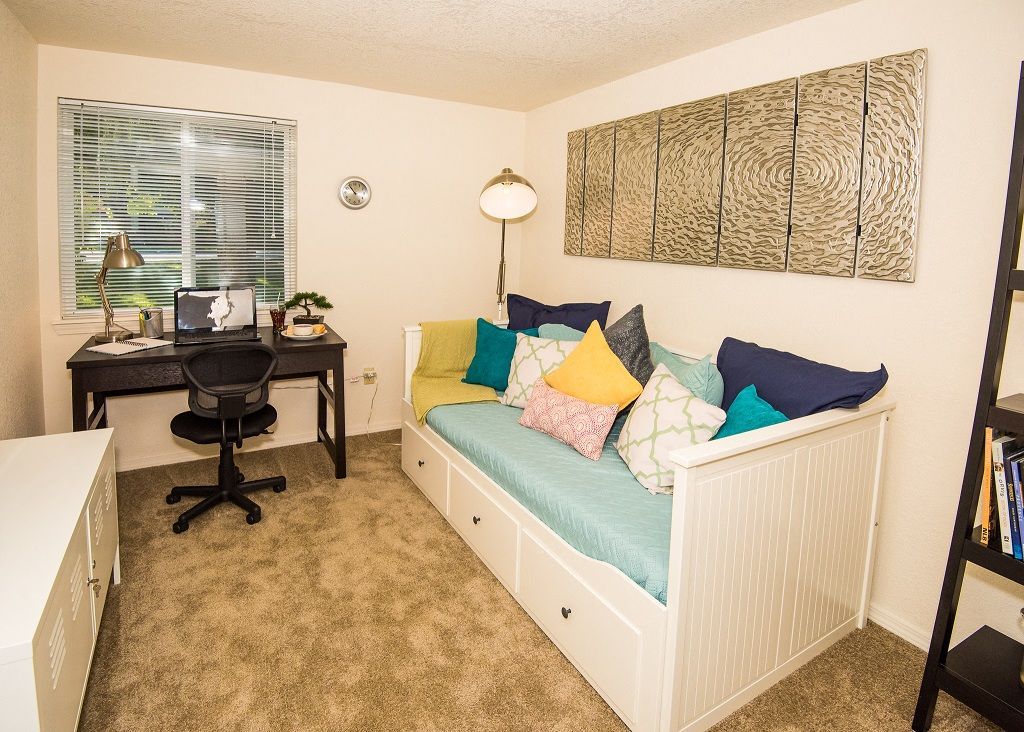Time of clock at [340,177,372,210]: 10:53
